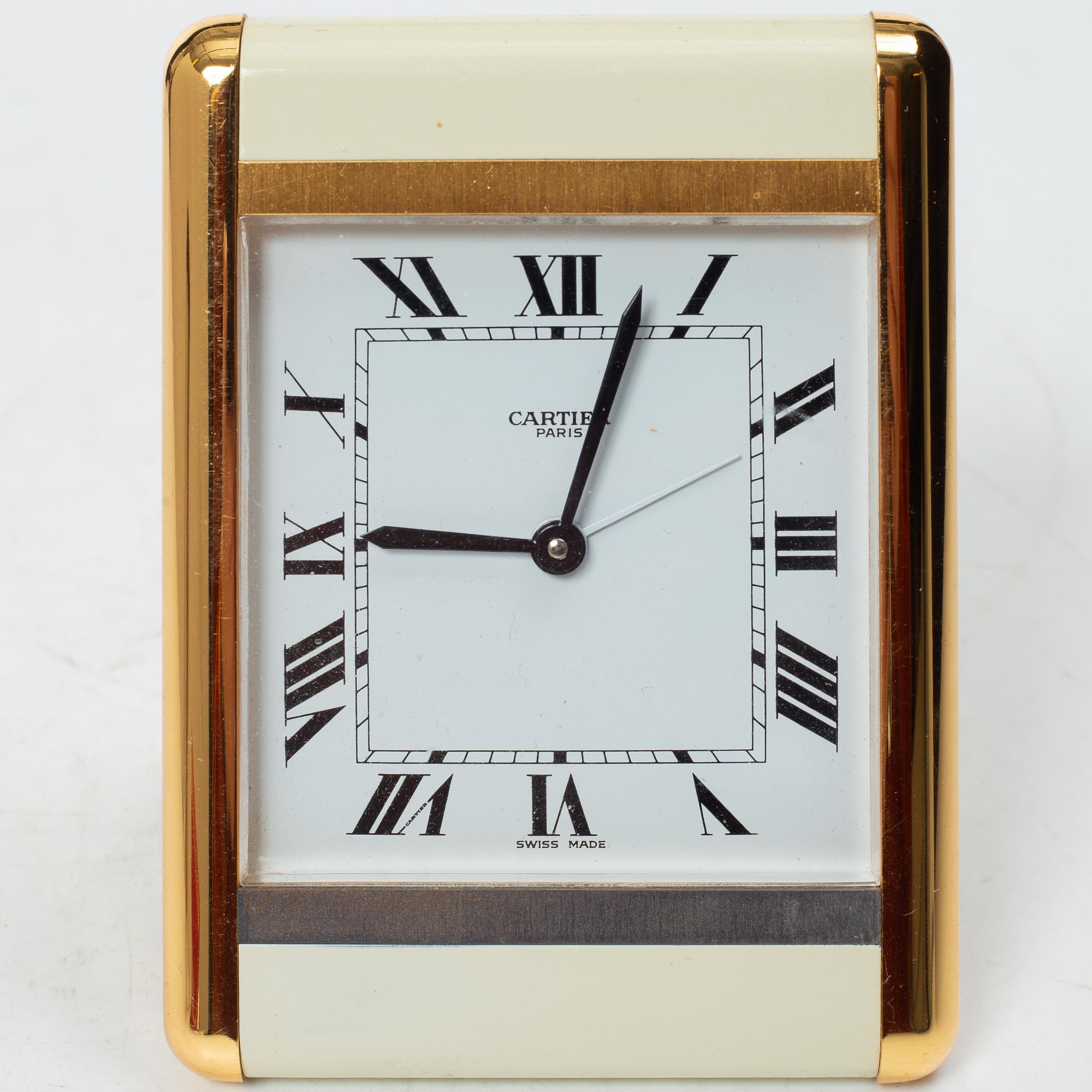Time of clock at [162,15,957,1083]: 9:03
